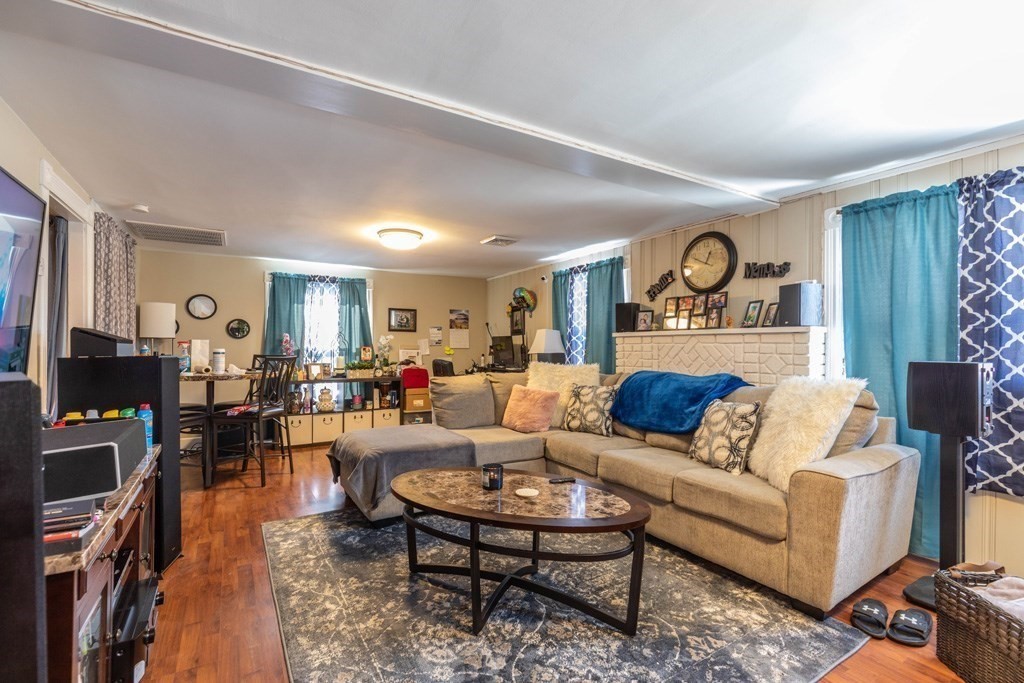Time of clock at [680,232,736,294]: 12:49
